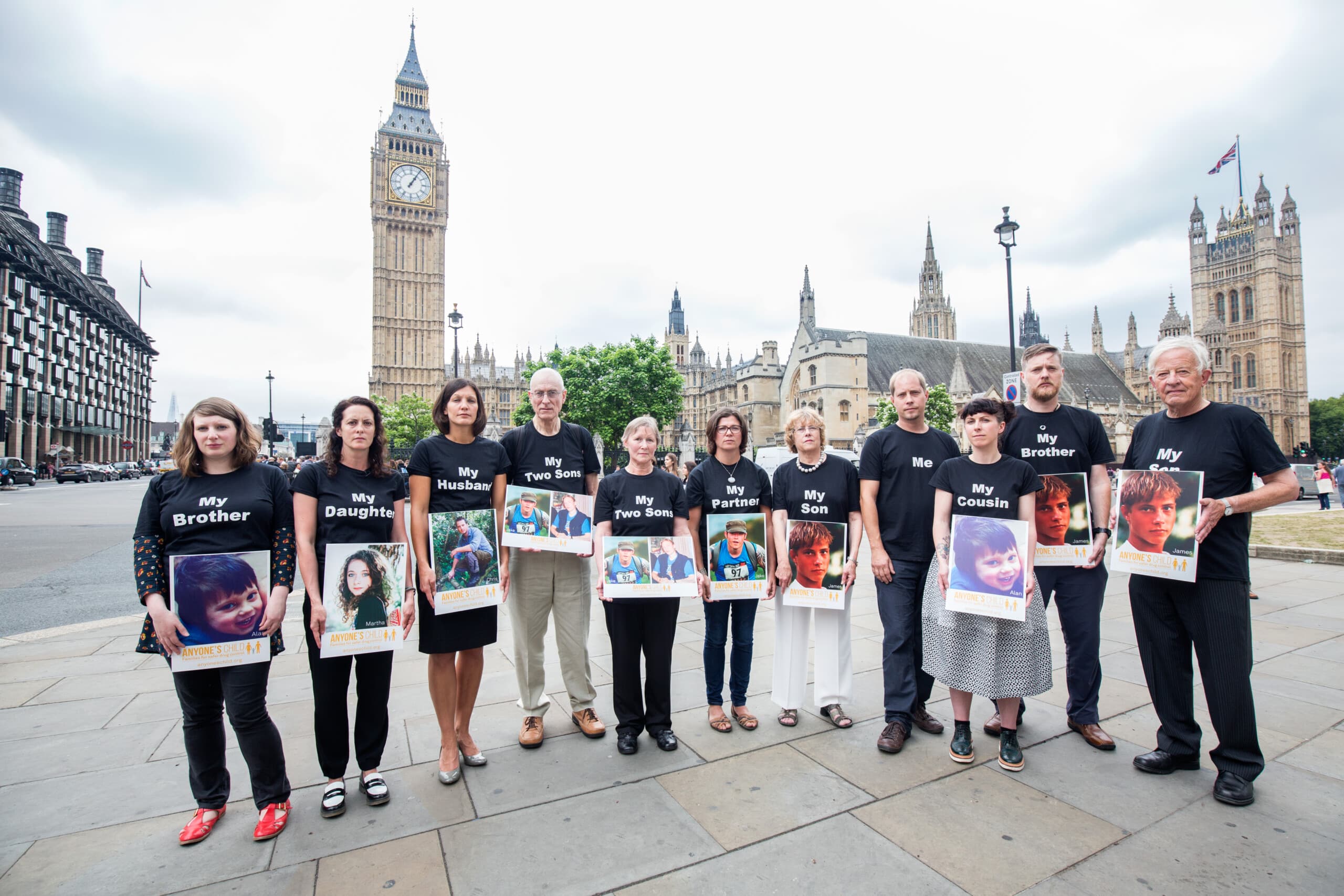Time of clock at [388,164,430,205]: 1:05
